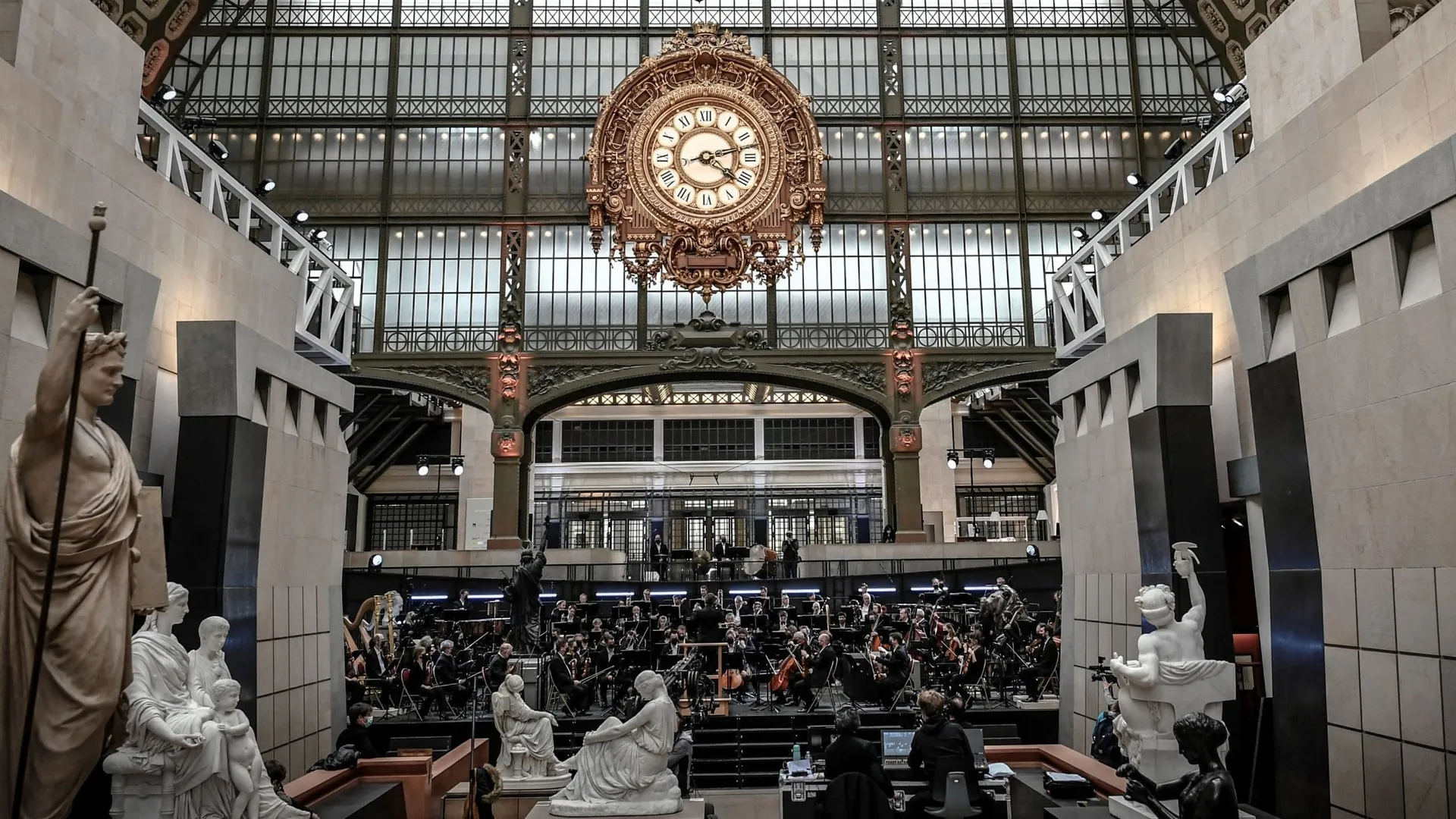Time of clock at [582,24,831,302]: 4:12
